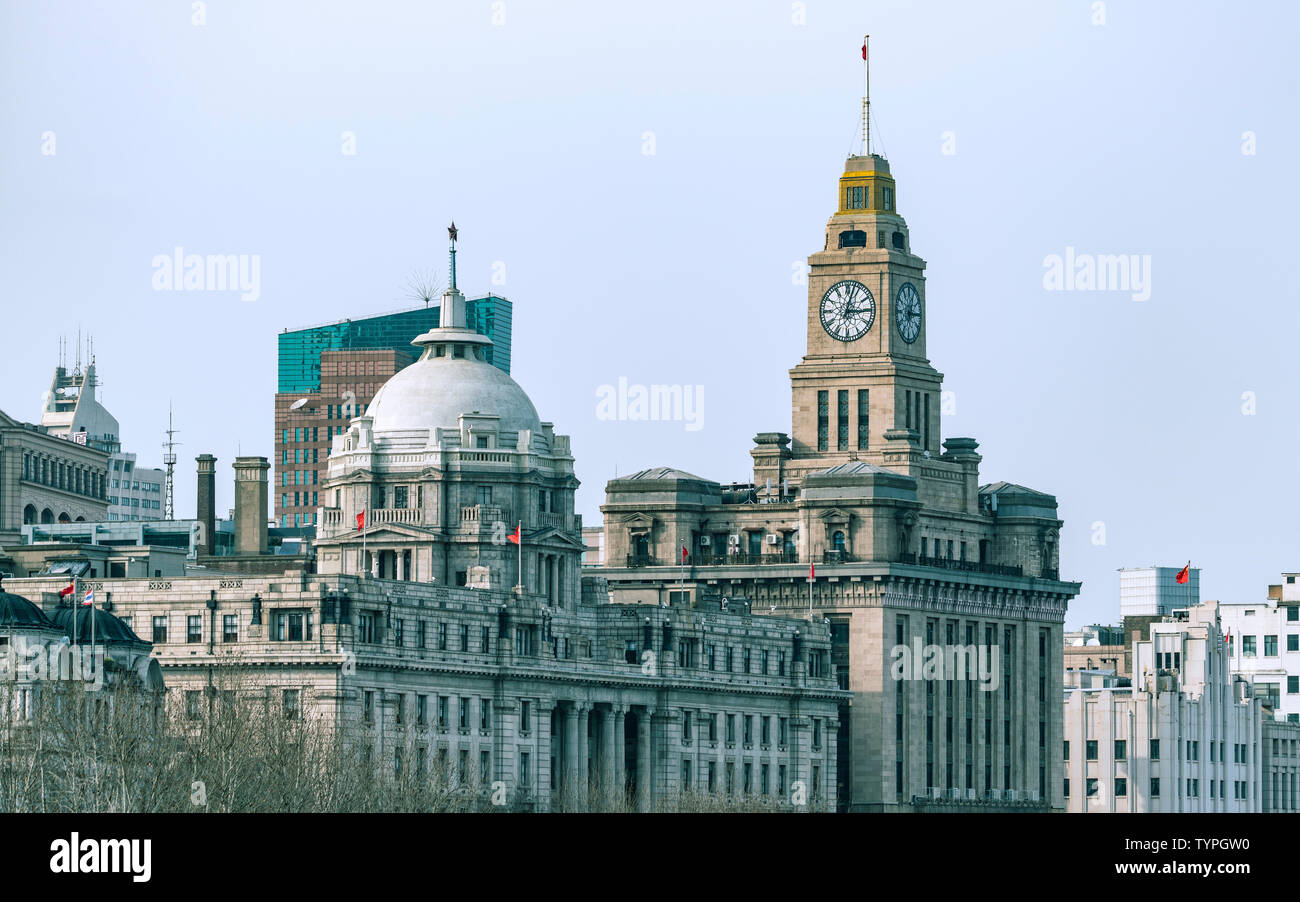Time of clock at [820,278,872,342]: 3:02
